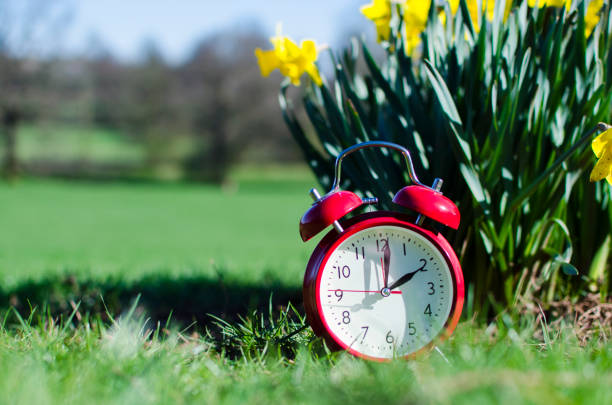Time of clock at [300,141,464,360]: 2:01
